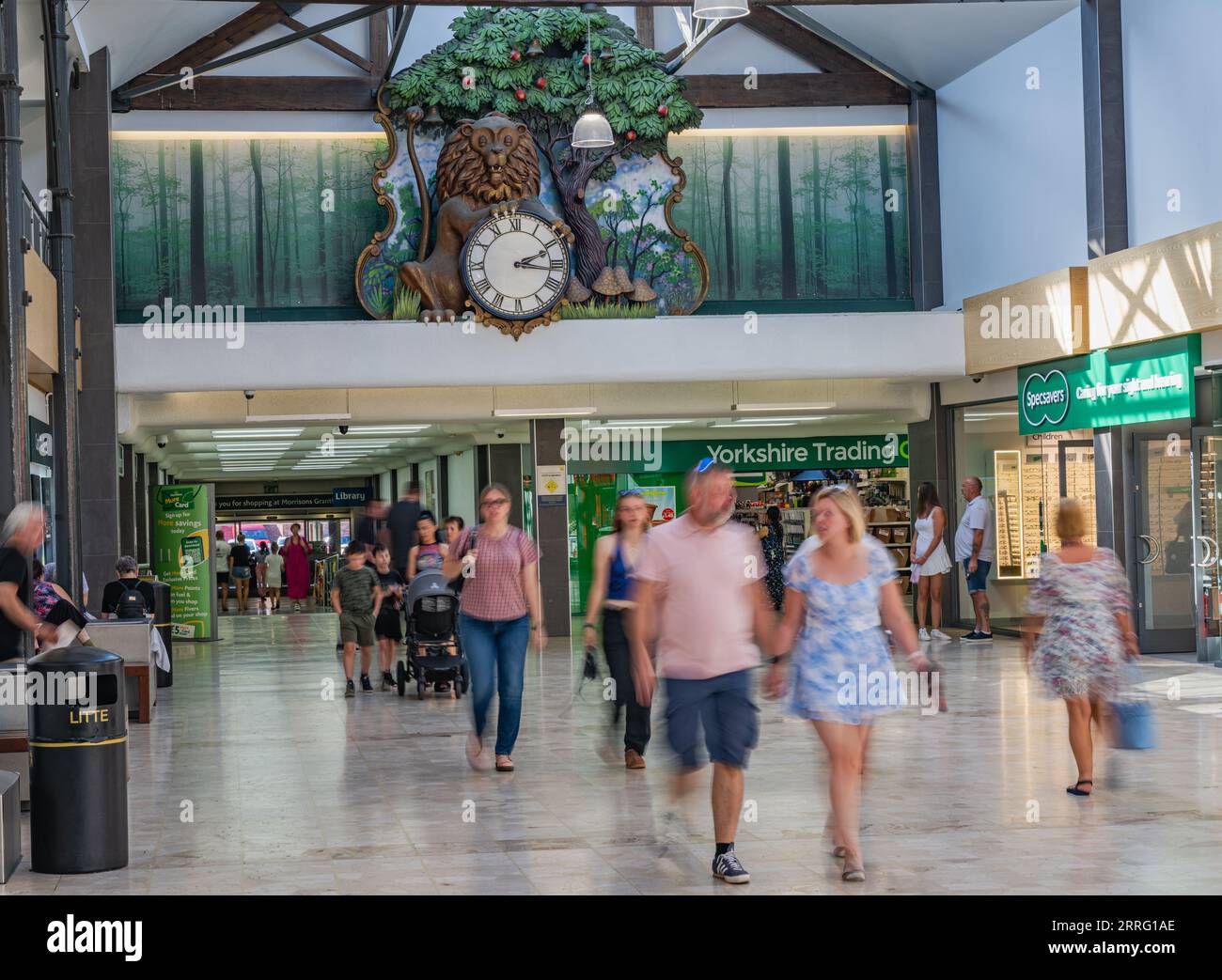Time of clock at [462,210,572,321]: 2:16
